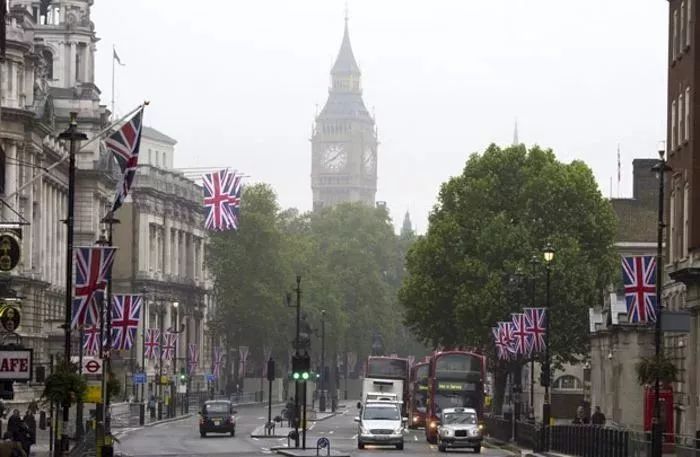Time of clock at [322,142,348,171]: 8:07
